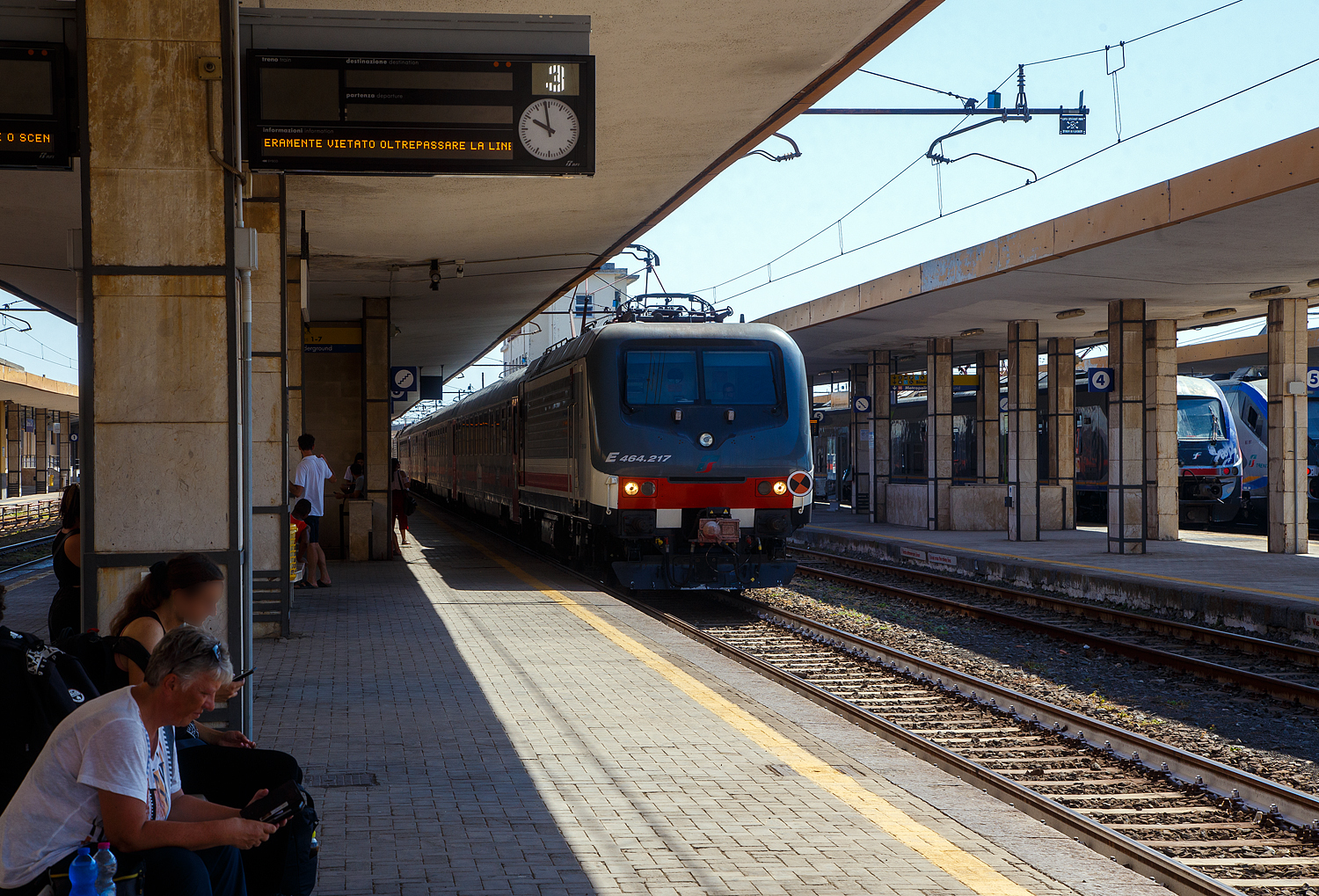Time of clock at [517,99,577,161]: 9:58
